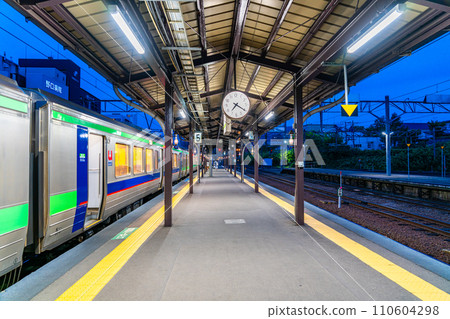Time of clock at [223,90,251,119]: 7:20
